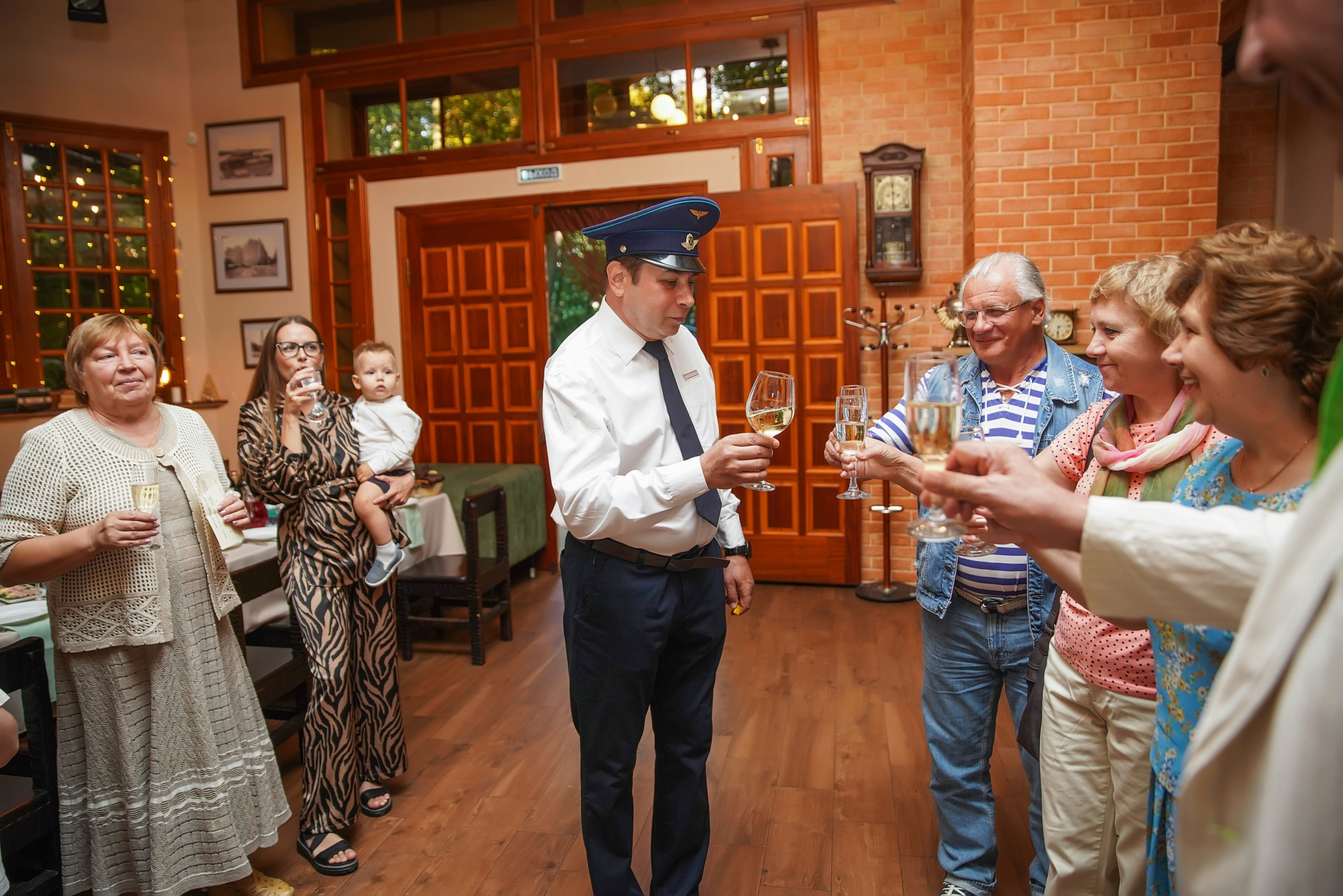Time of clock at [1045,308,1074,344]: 6:14
